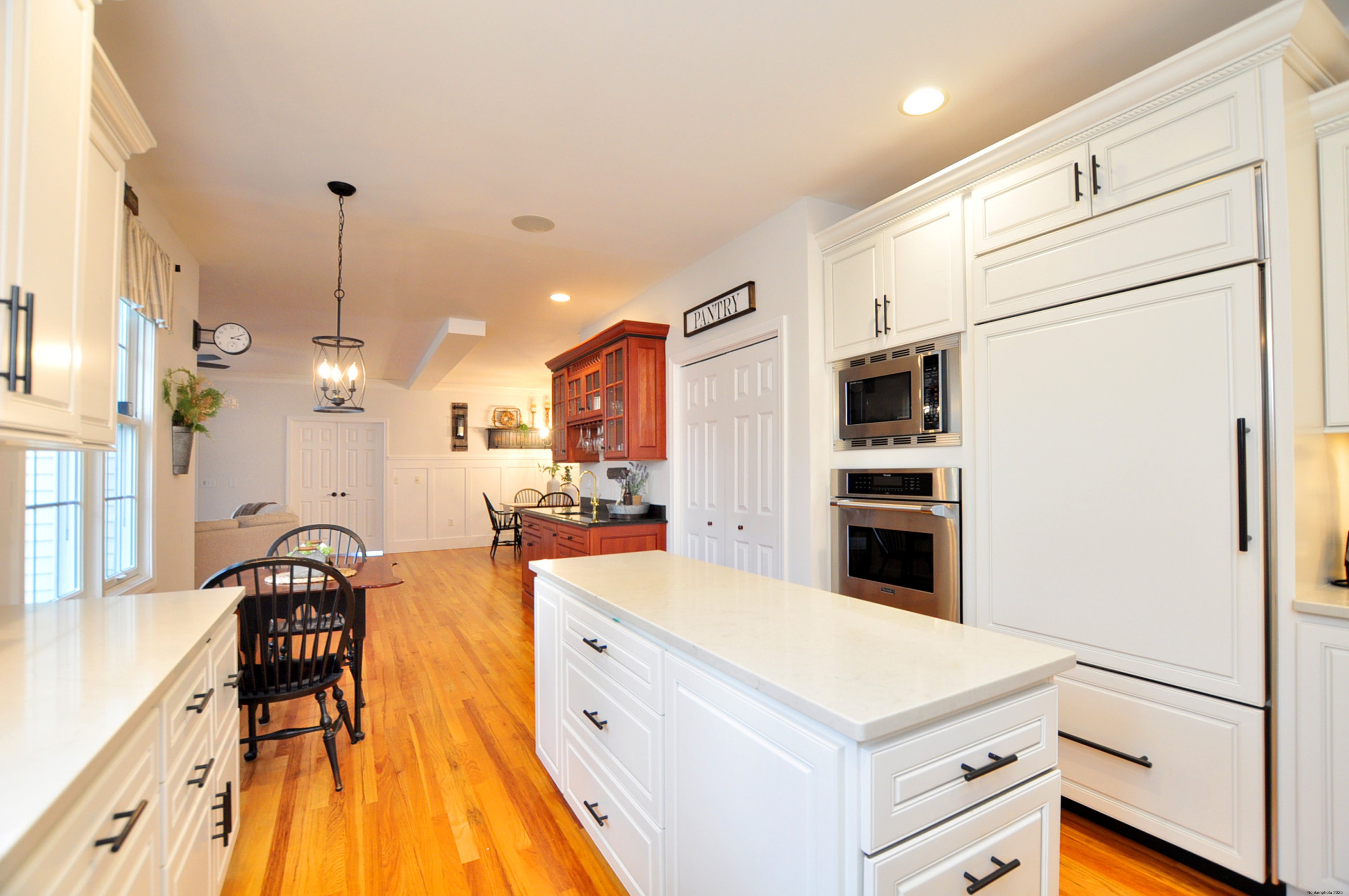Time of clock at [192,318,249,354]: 3:11
